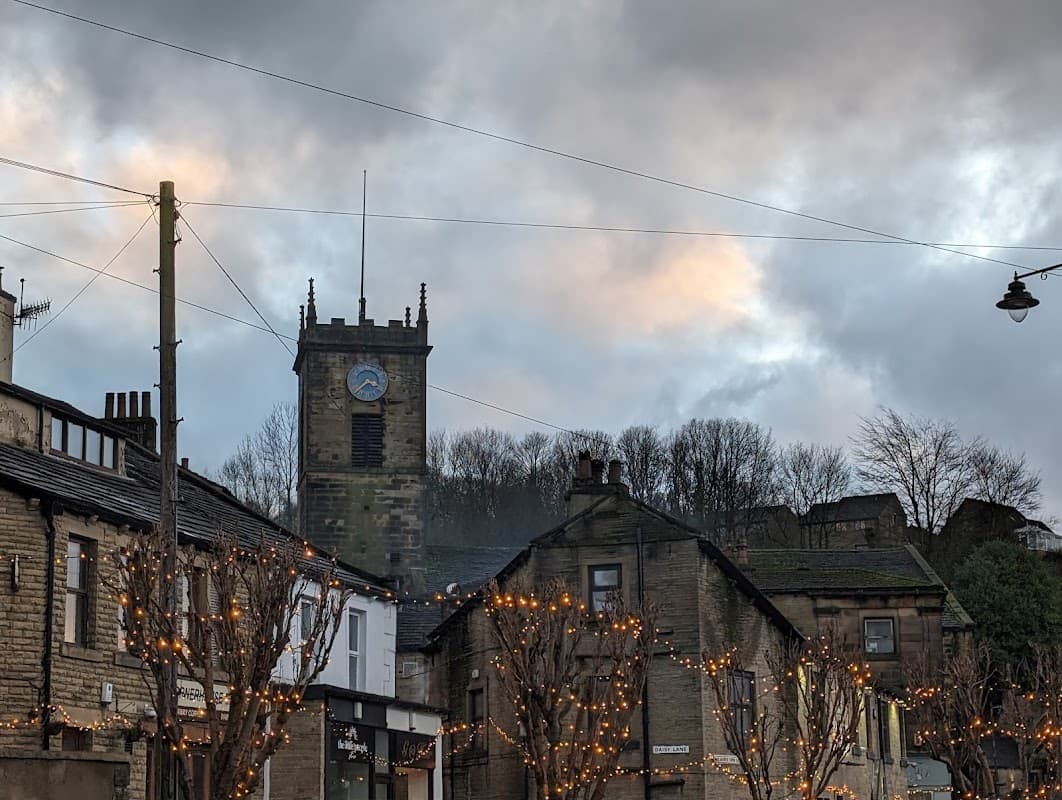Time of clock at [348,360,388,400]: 3:37
